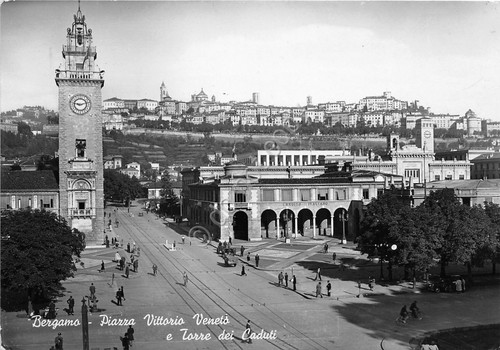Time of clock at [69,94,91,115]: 9:12
